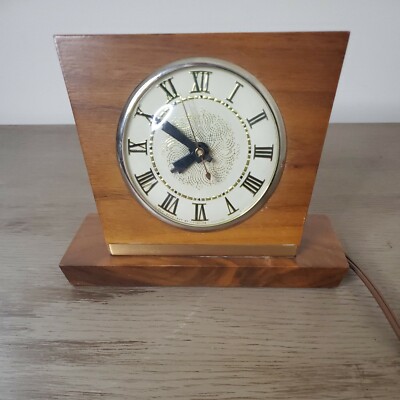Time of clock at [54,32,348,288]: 7:50
